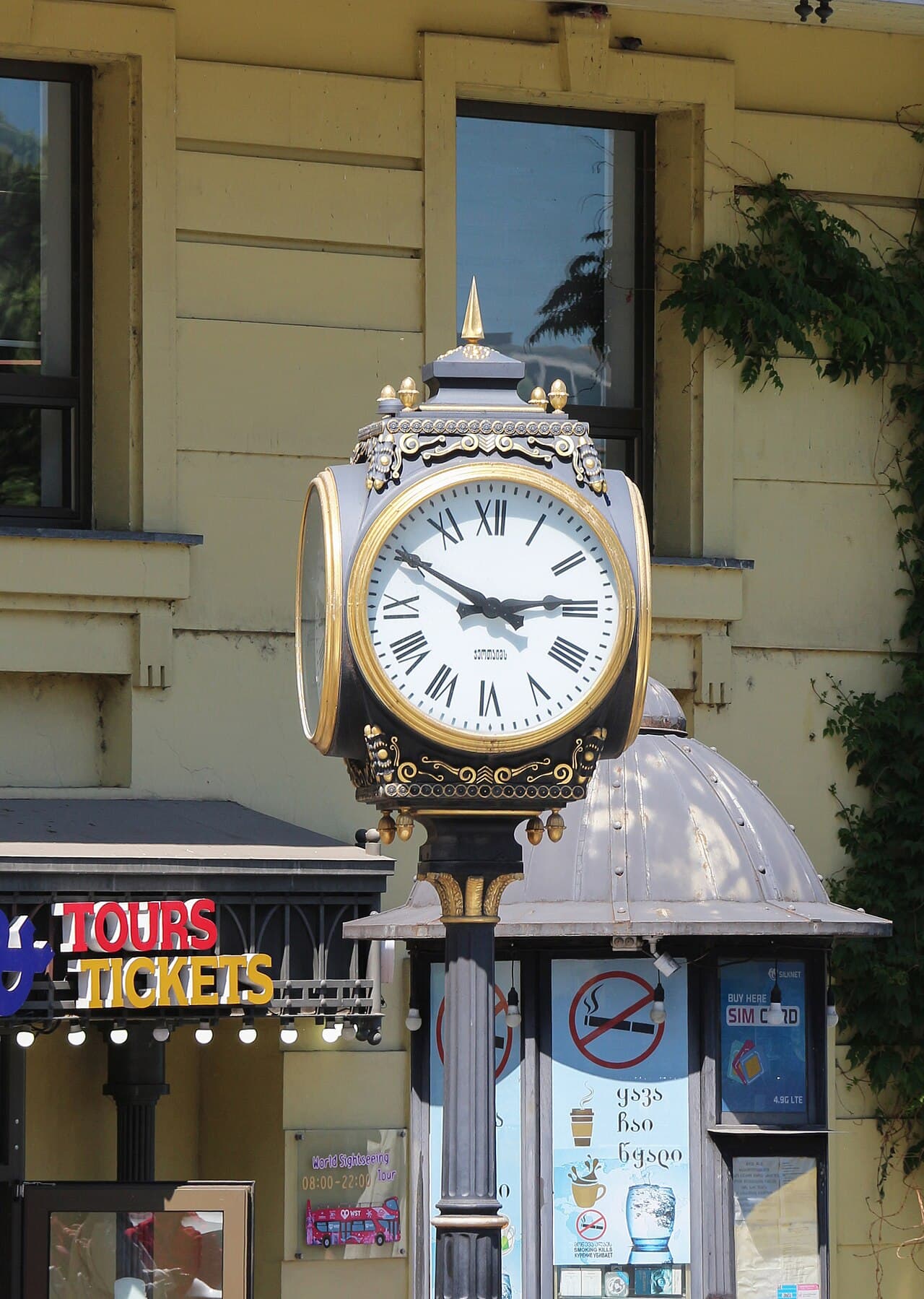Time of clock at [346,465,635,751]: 2:50
